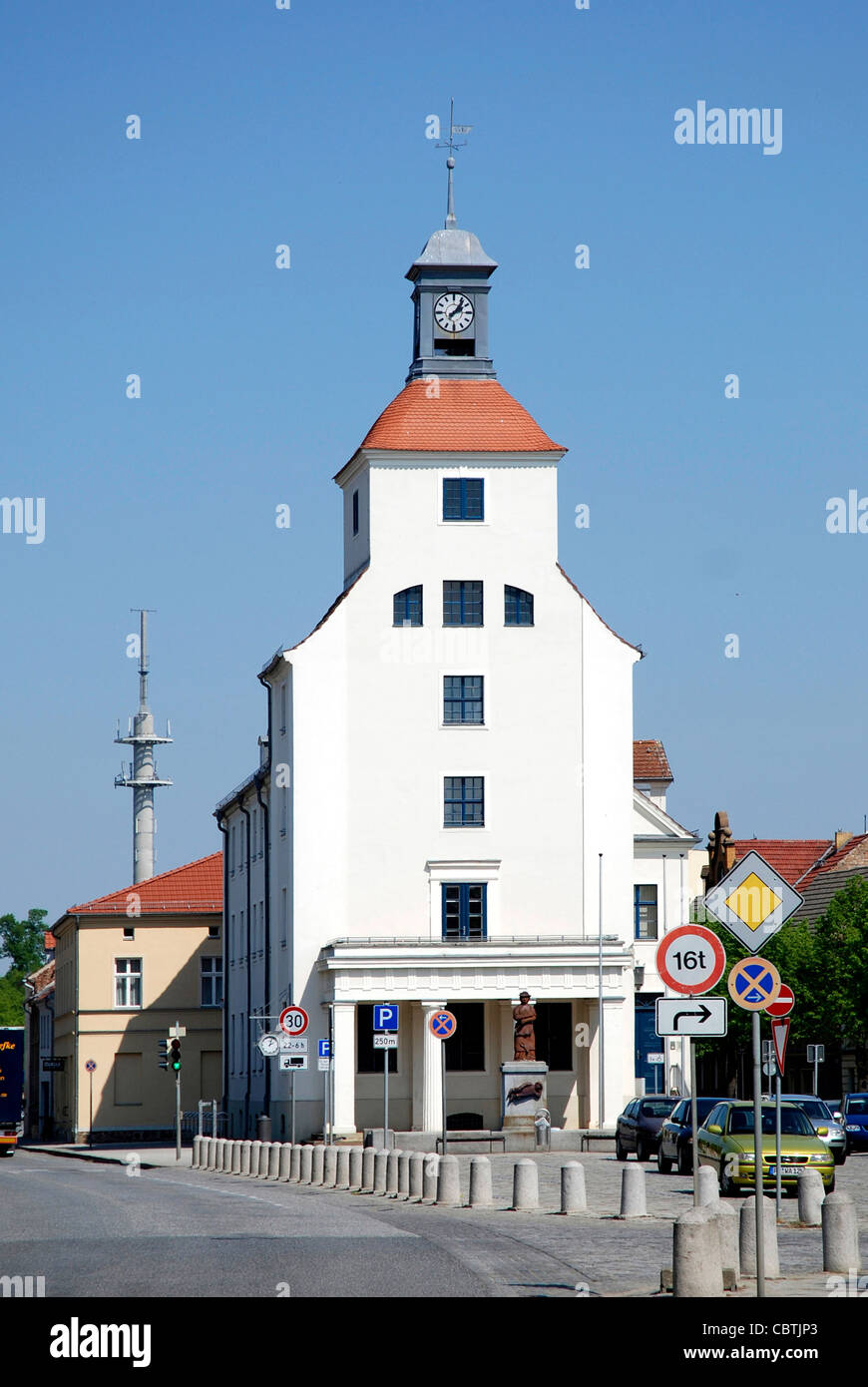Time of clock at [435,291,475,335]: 2:06
